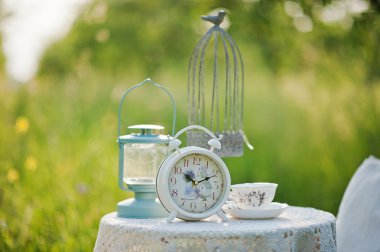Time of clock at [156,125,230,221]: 10:11
